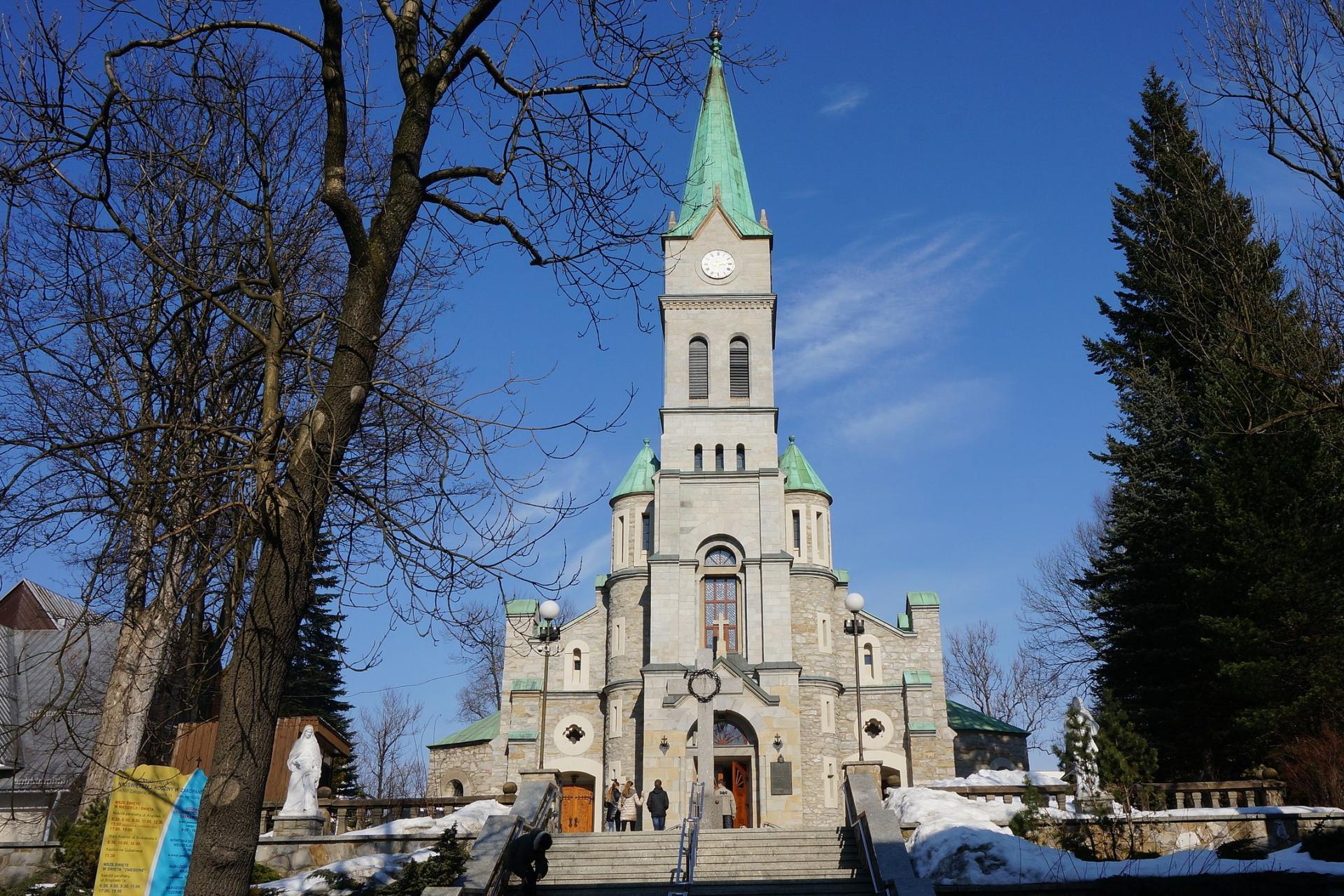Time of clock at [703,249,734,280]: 3:12
